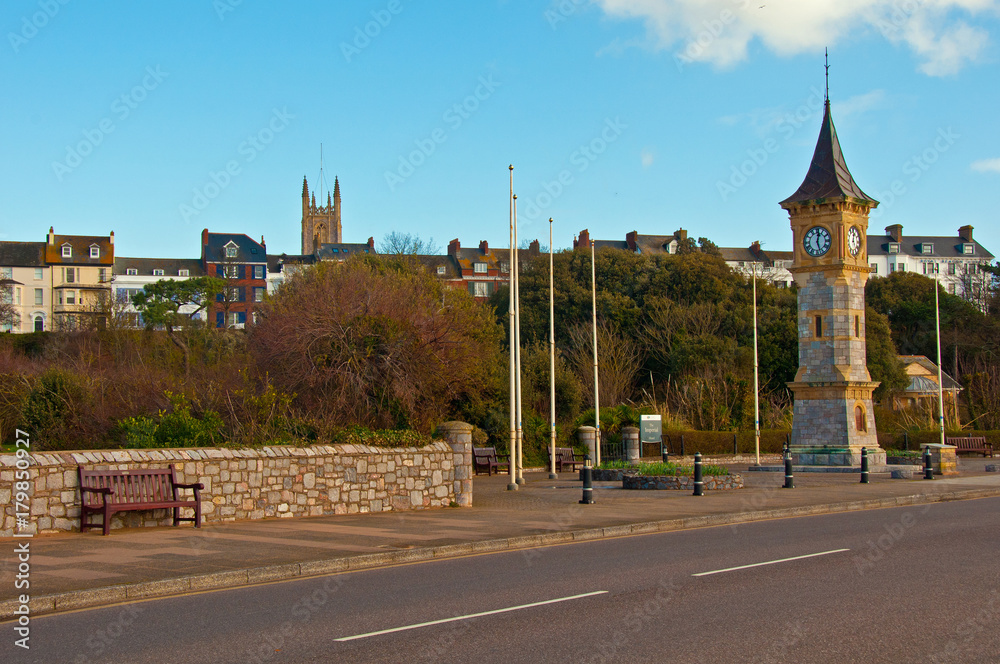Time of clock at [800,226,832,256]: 12:26
